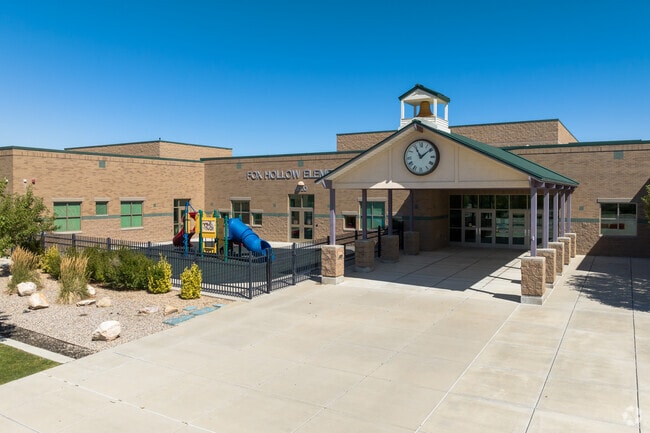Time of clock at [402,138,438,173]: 11:08
